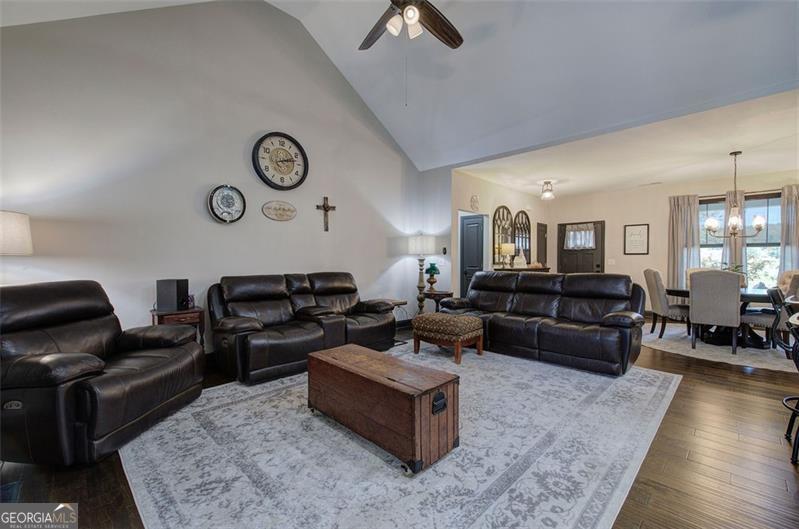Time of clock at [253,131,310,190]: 2:12
